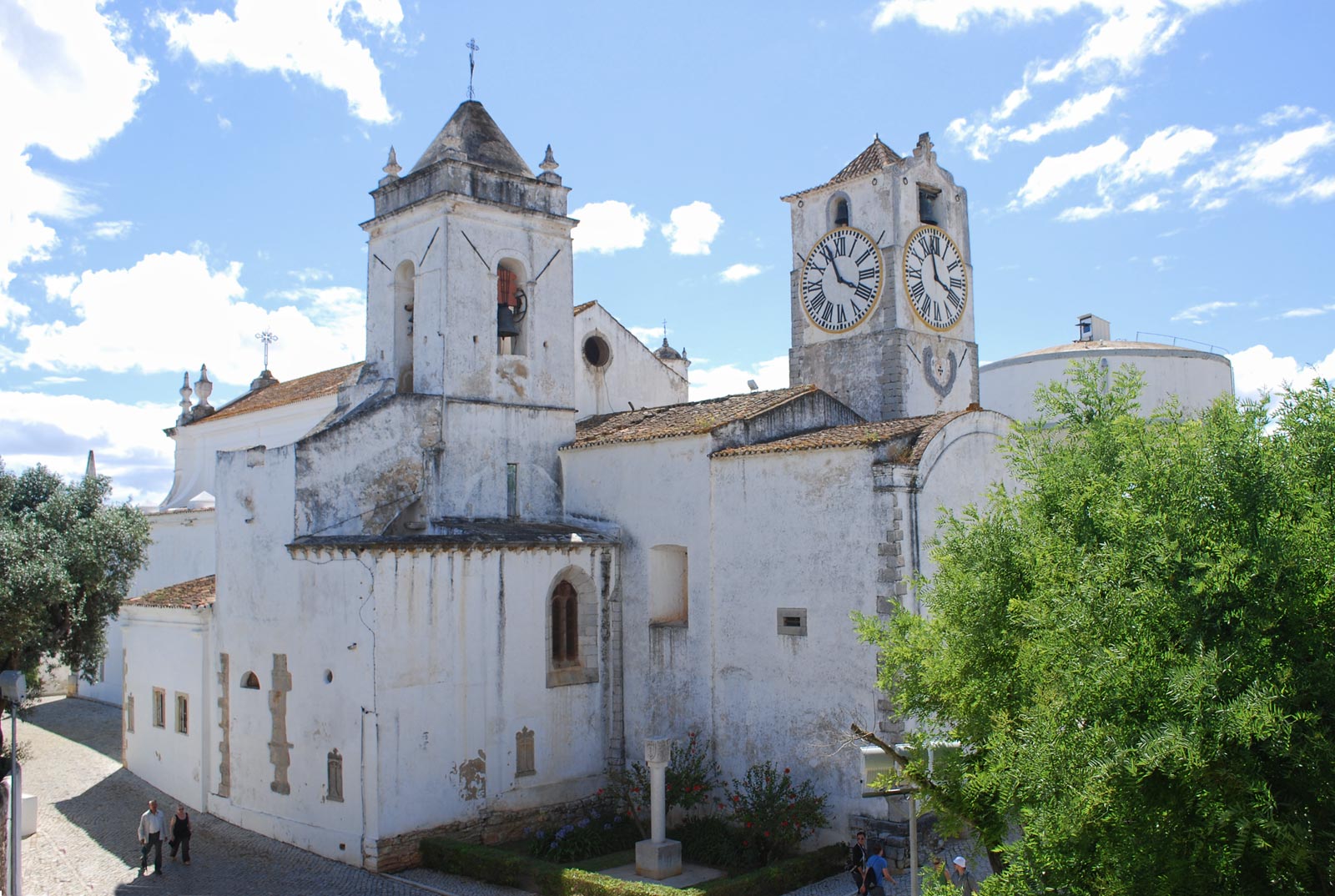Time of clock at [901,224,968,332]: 3:58
